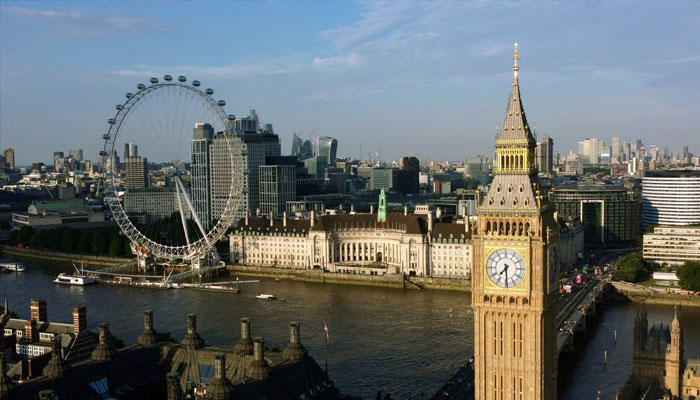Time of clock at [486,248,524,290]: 7:29
